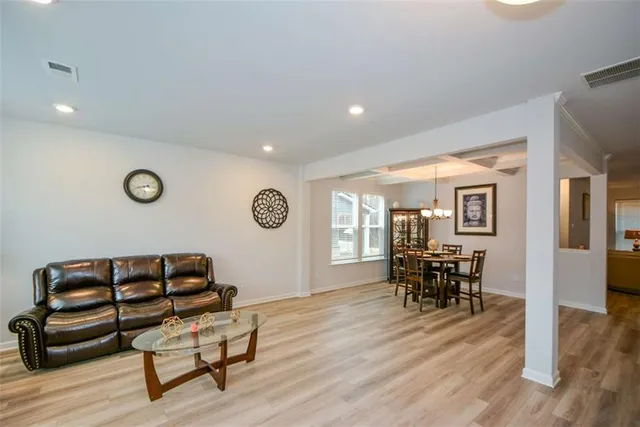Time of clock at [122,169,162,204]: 2:42
